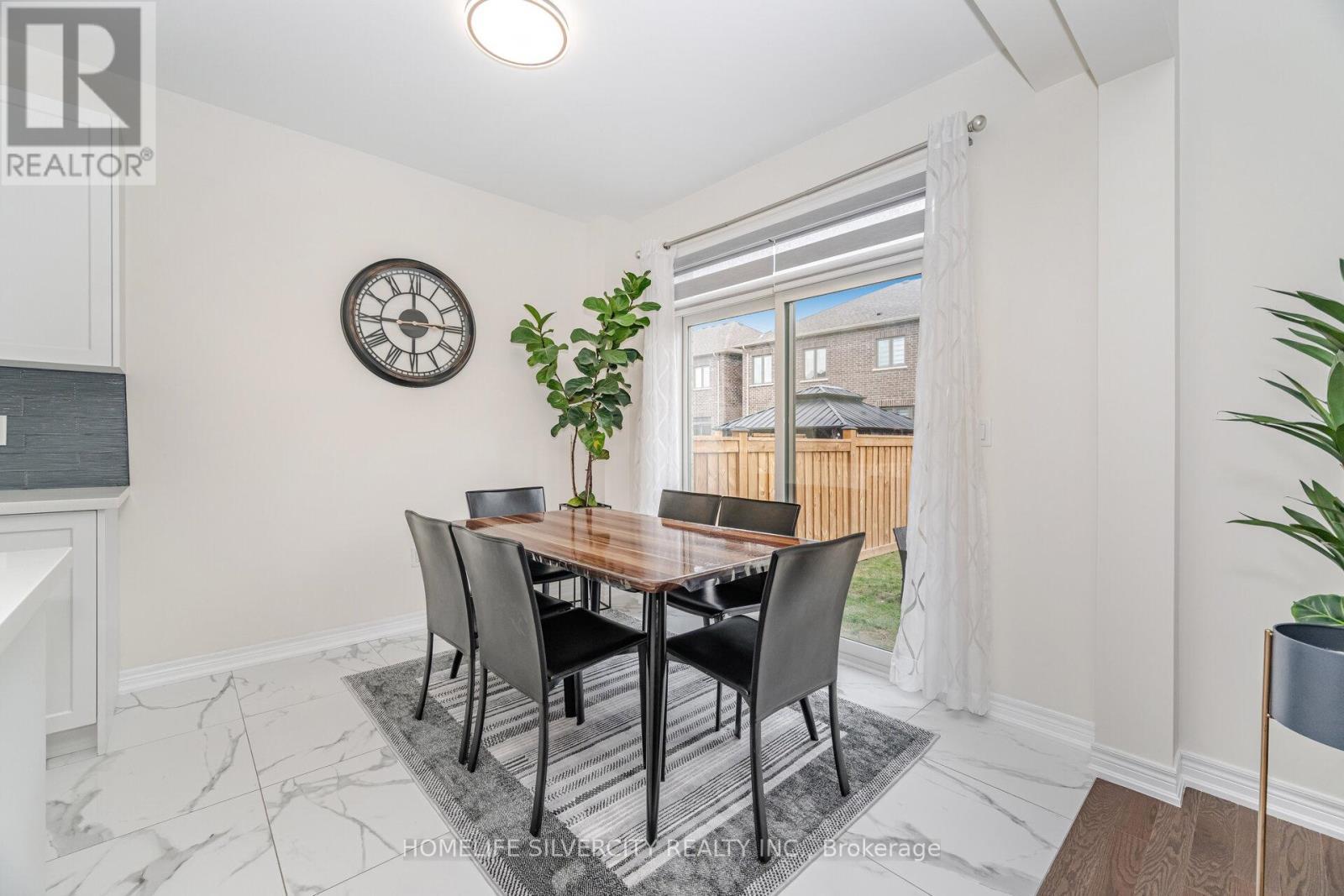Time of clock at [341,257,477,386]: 11:44
